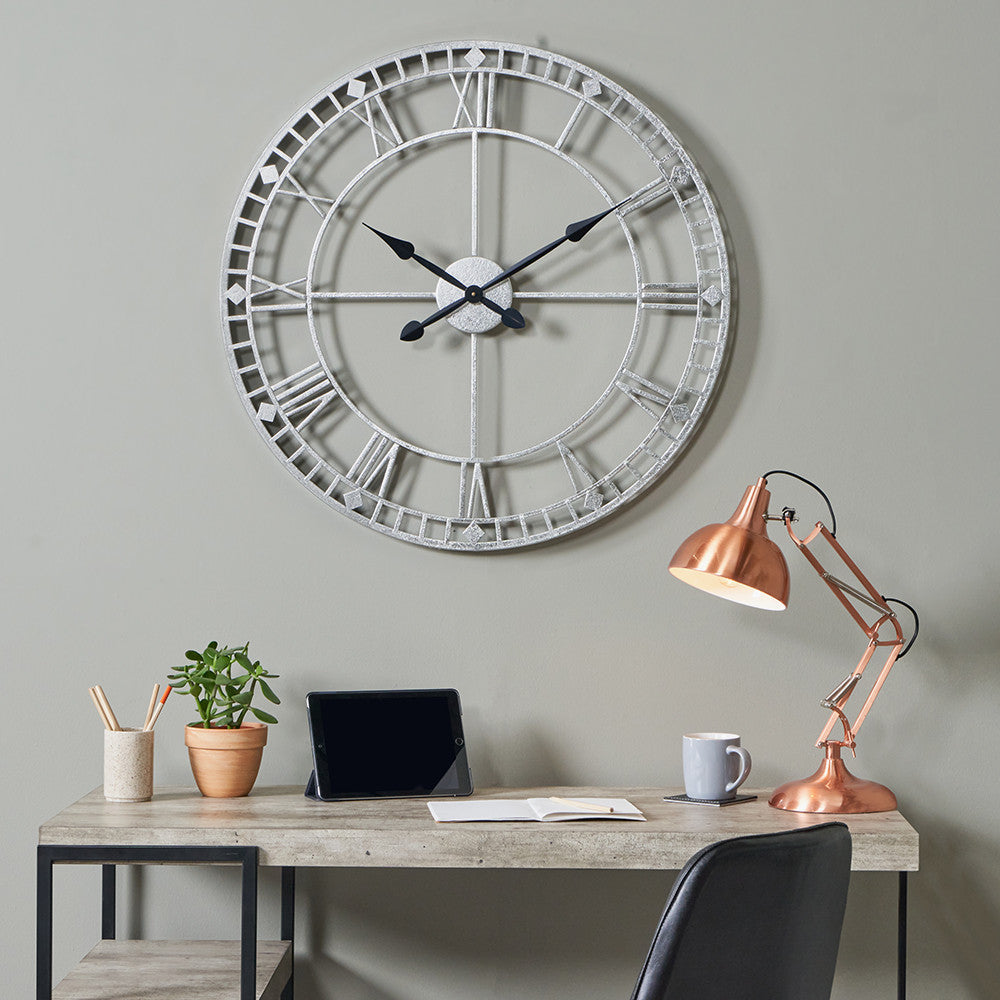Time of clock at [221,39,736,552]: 1:50
